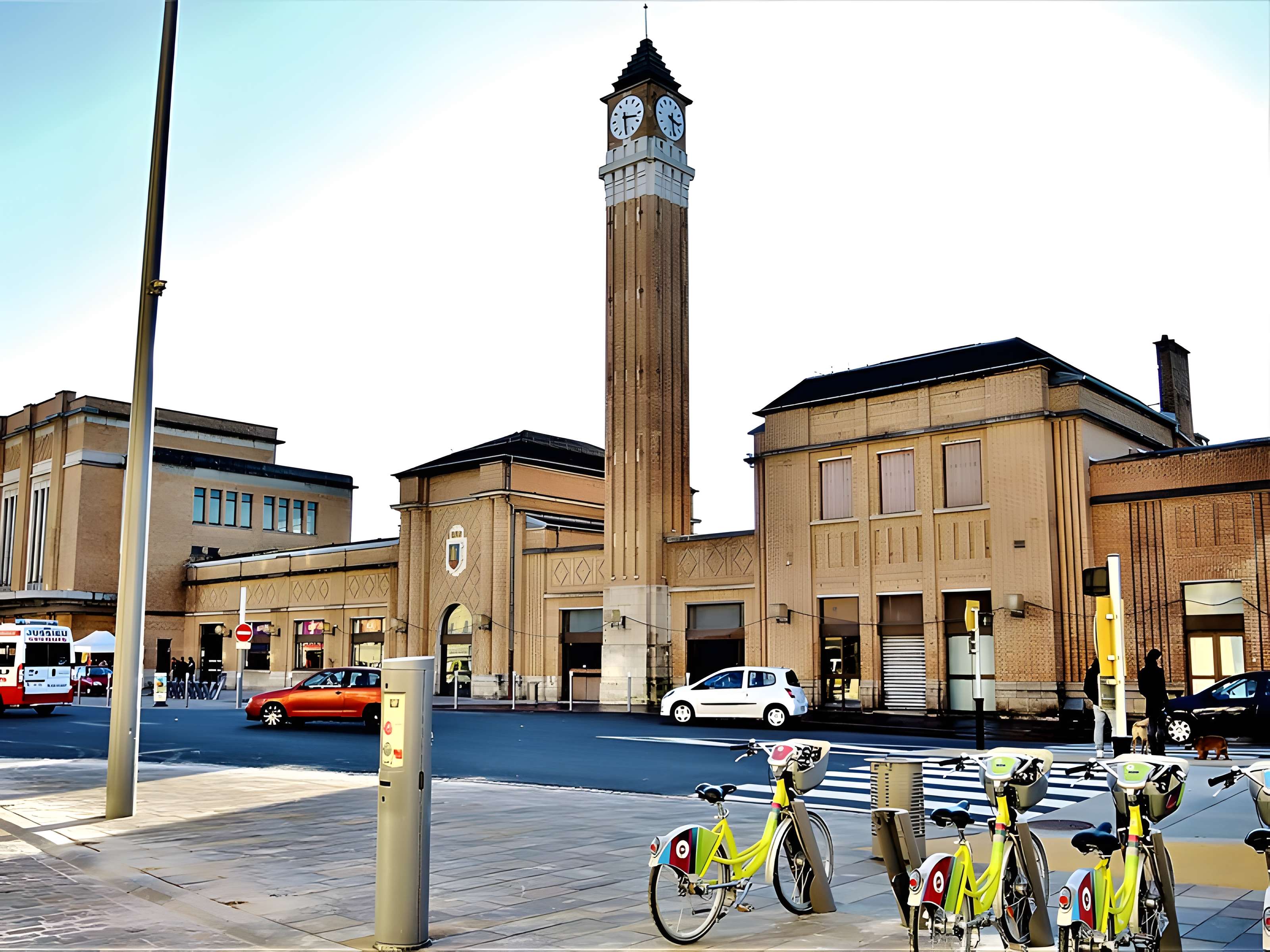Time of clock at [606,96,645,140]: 3:29
